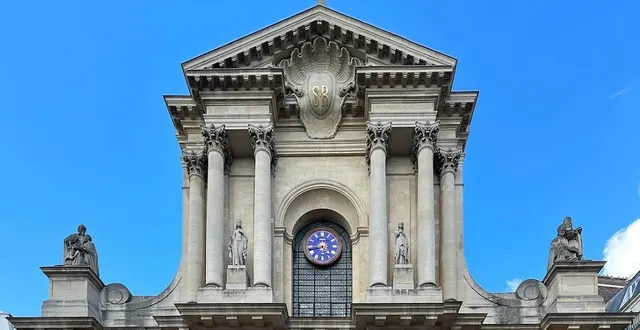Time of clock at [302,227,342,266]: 4:42
